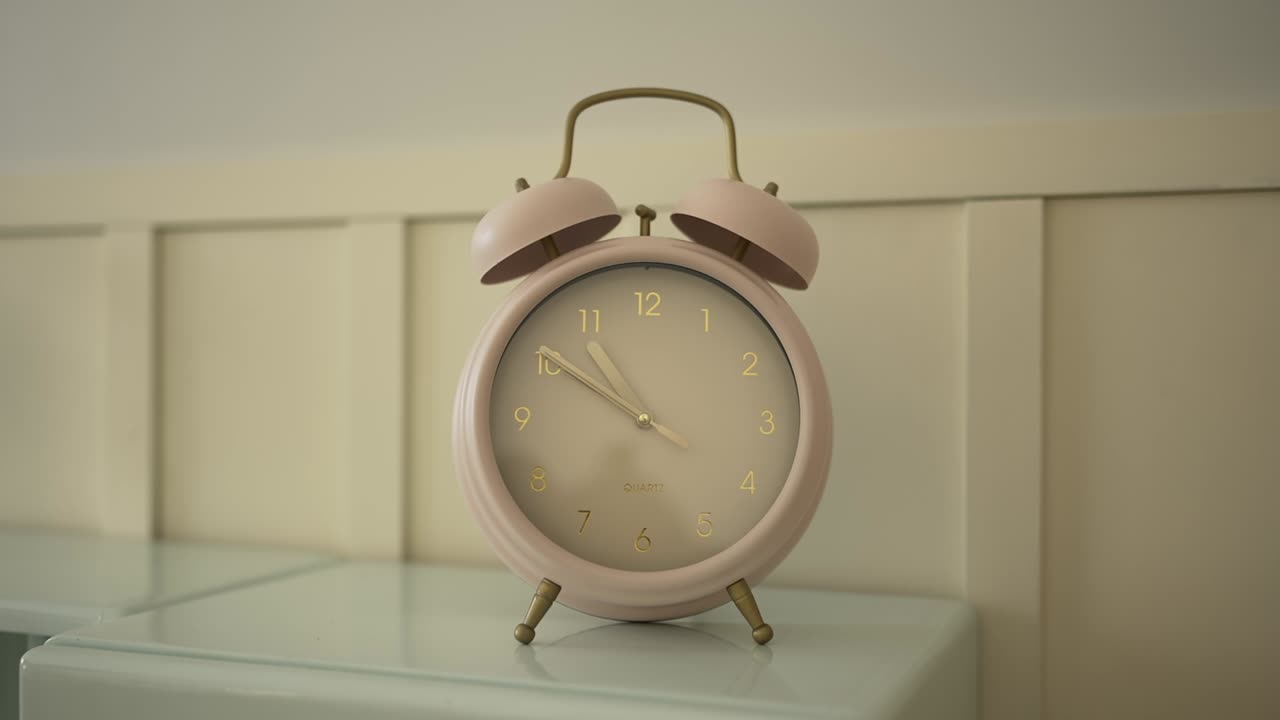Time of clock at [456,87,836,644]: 10:50
